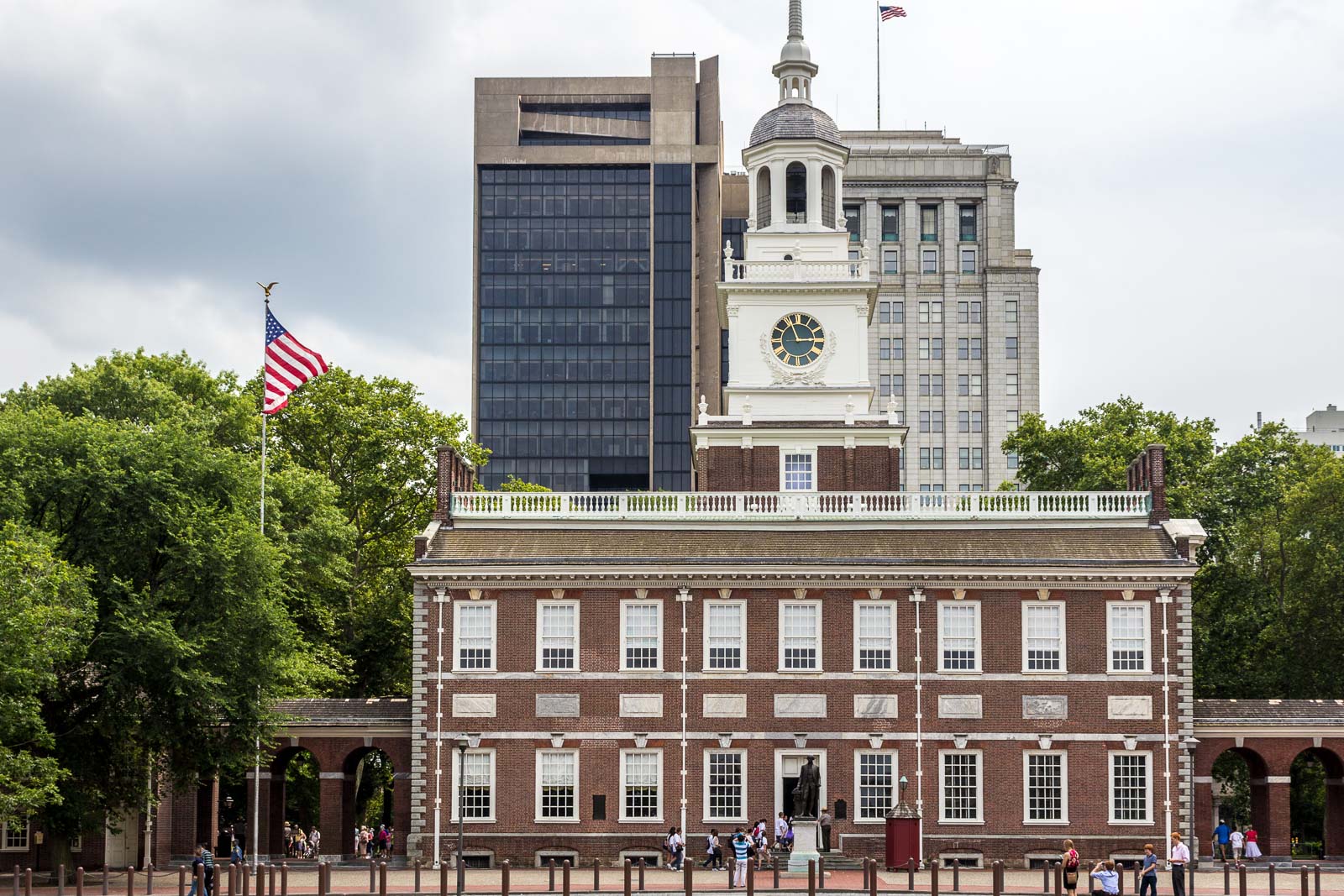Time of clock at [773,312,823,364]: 2:56
